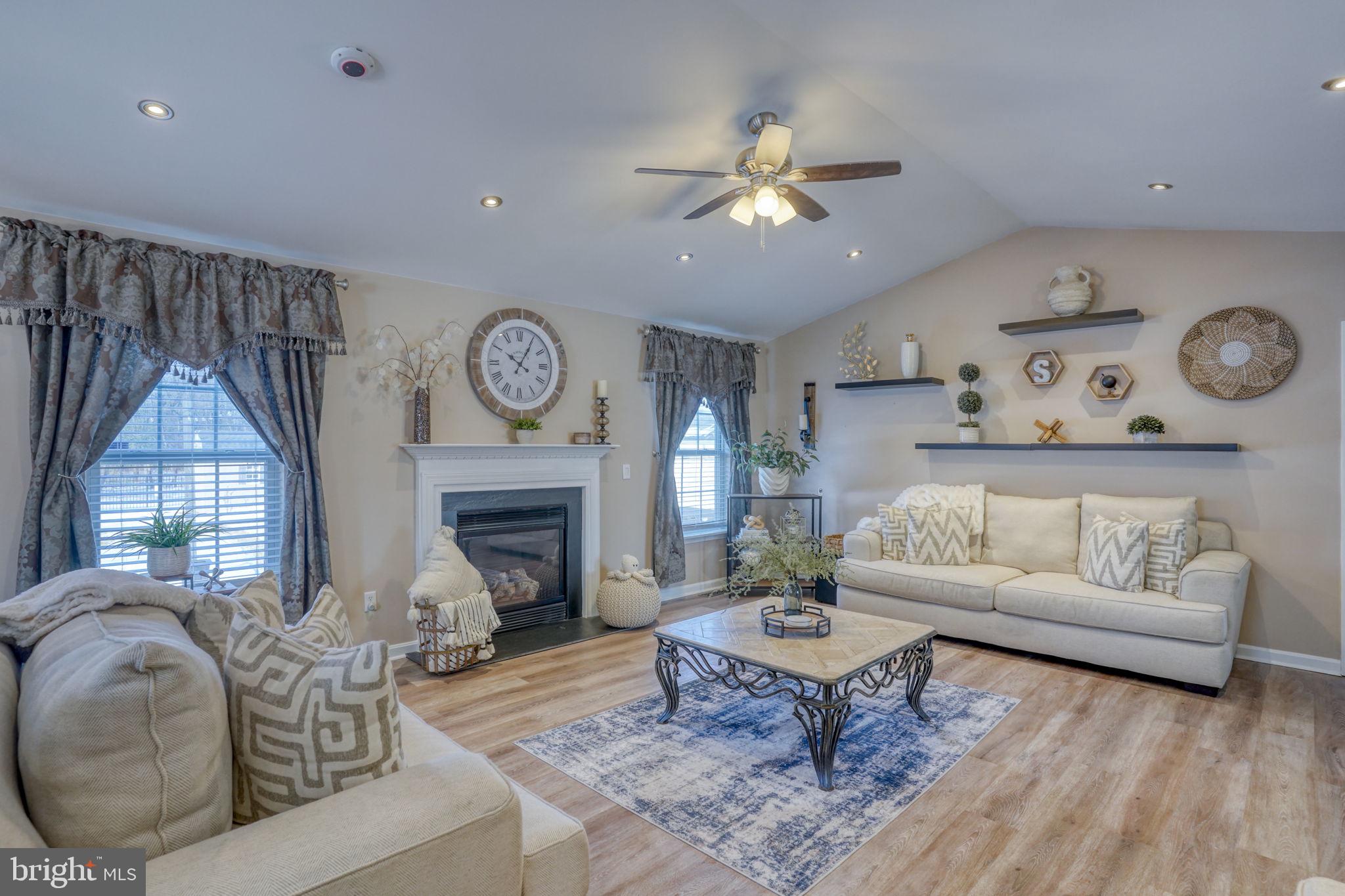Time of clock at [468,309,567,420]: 10:05
